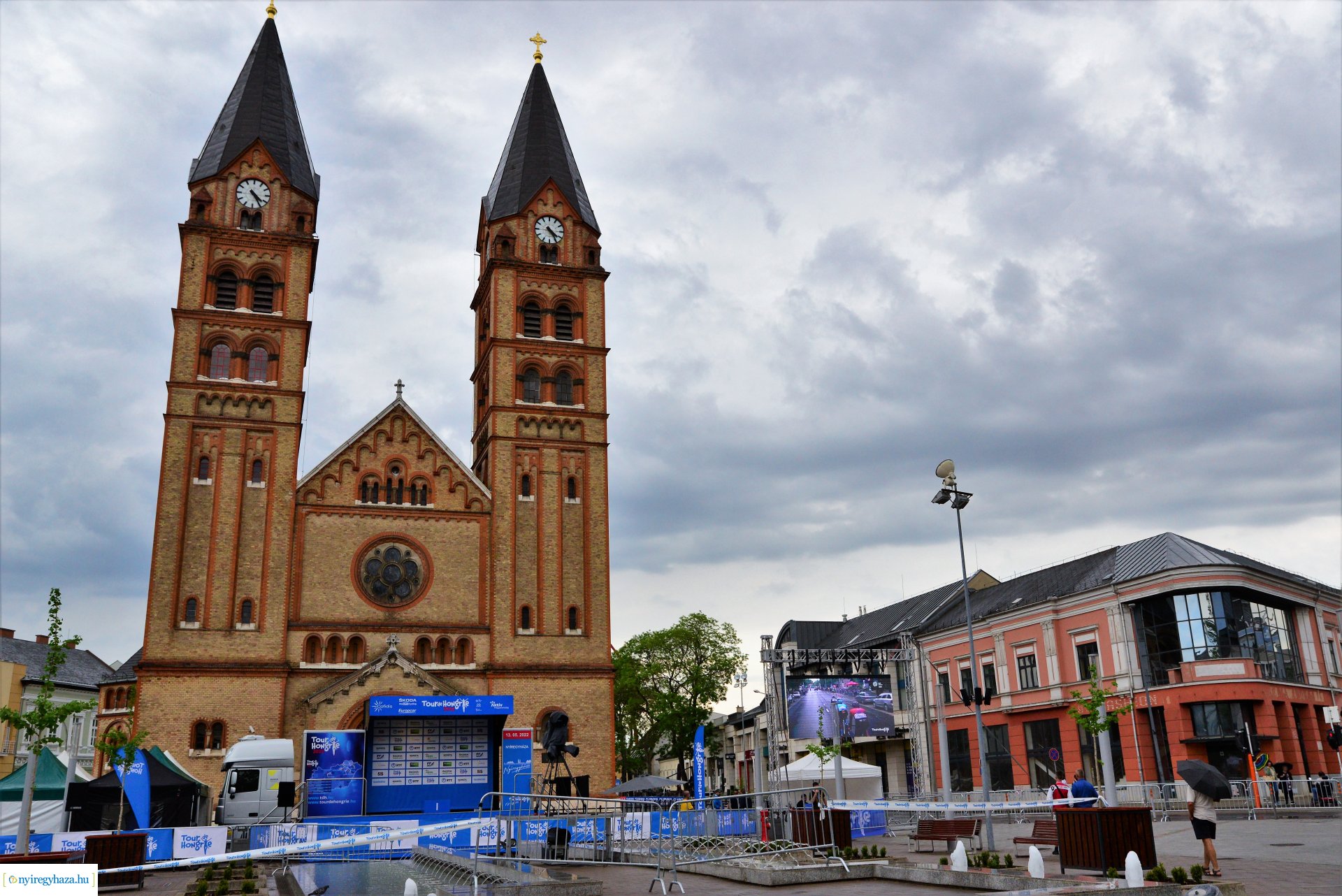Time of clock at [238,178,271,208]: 4:24
